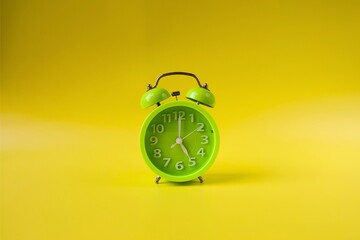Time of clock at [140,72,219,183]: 5:00
